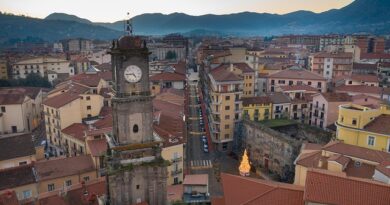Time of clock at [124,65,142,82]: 4:44
